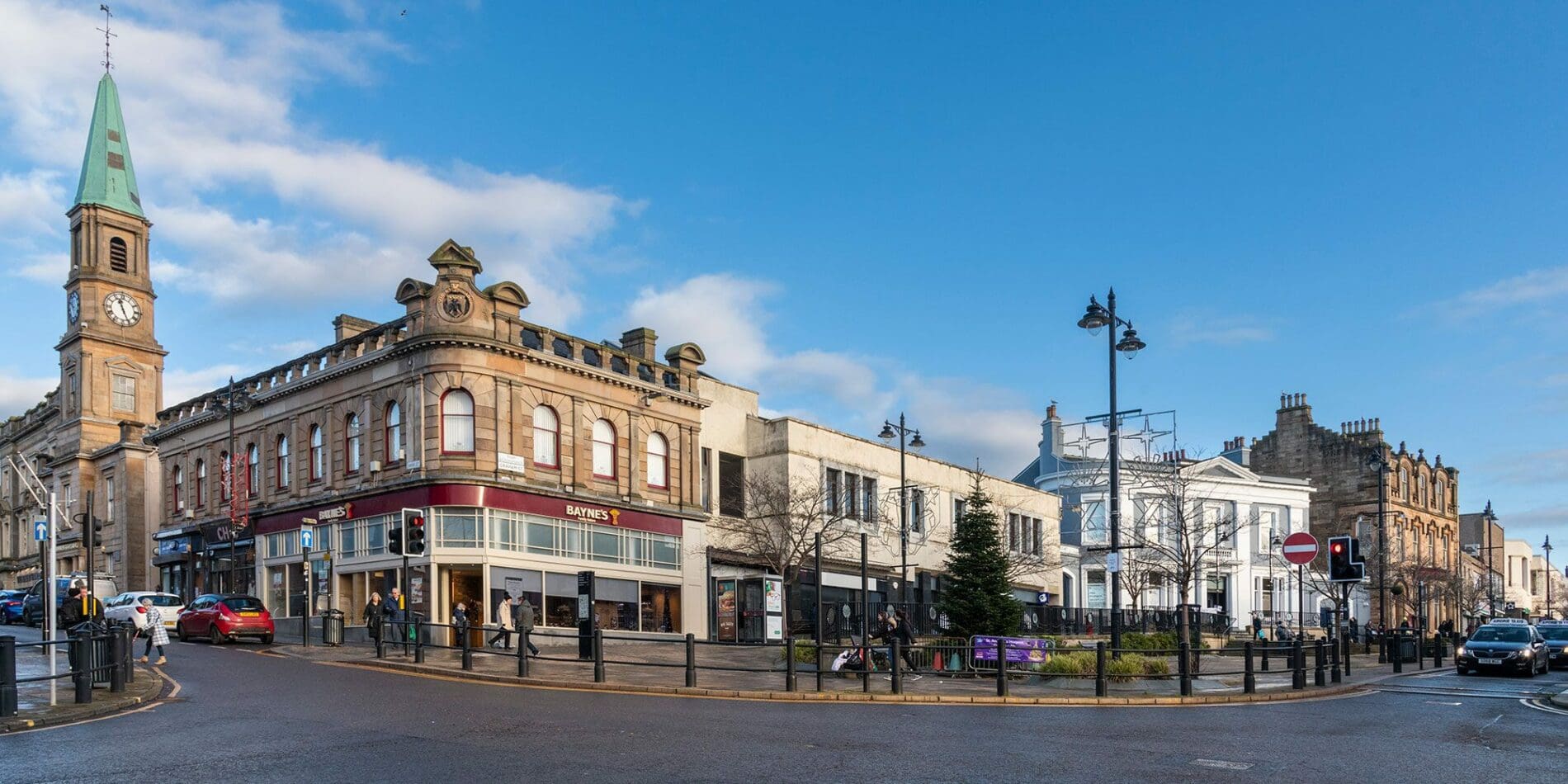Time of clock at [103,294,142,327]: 11:25
